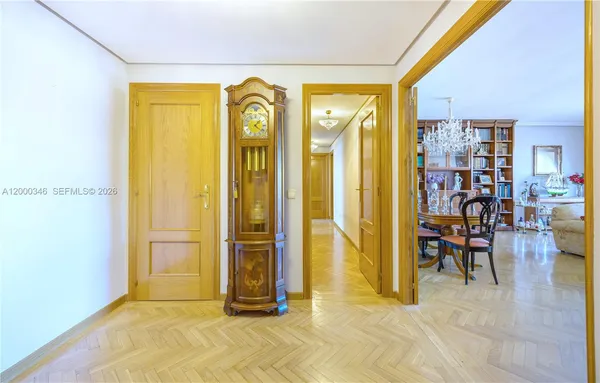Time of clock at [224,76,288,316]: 5:59
